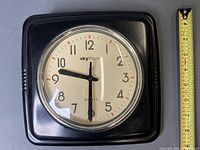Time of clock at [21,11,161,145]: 9:30
